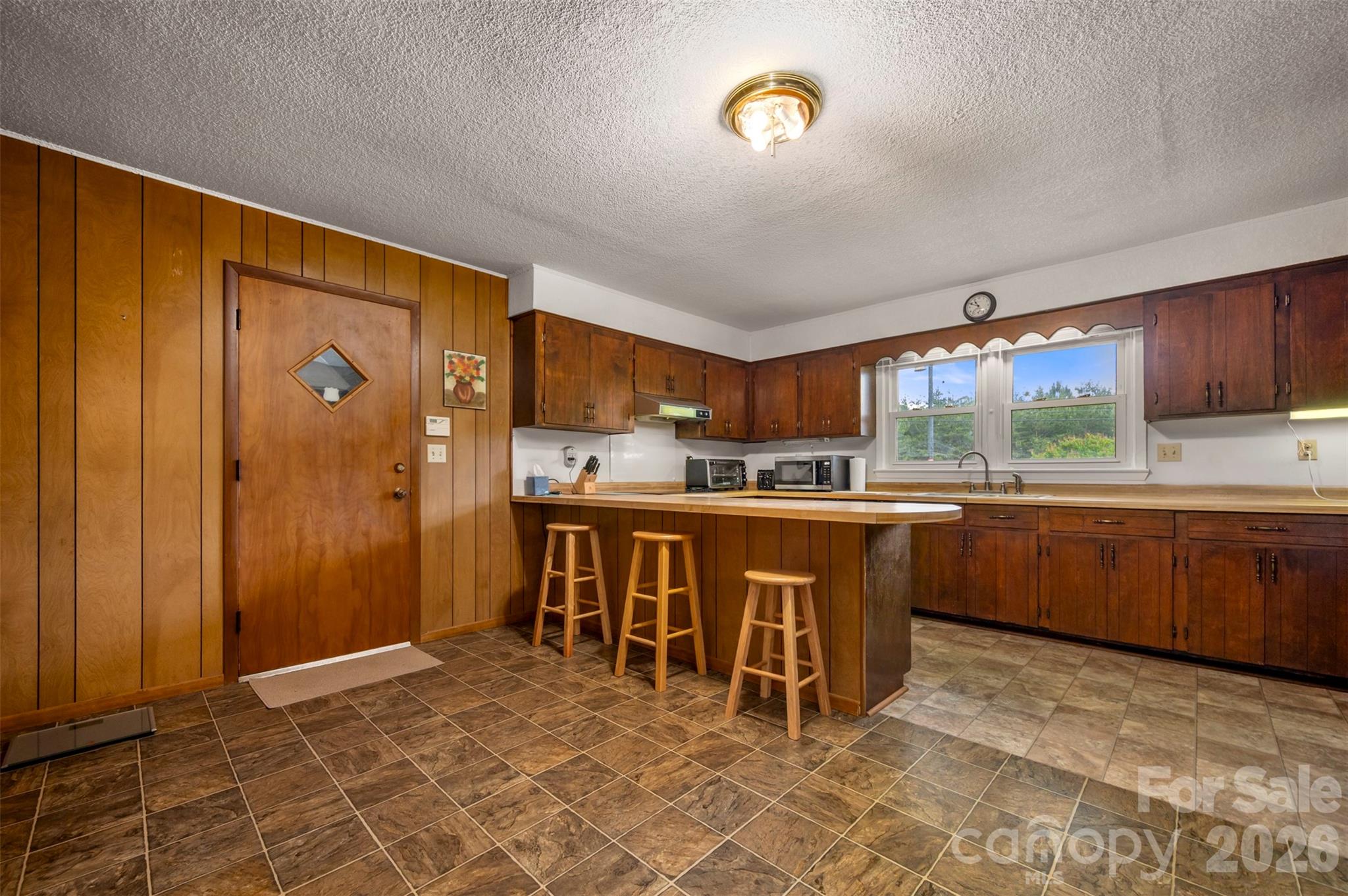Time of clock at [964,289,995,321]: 10:49
